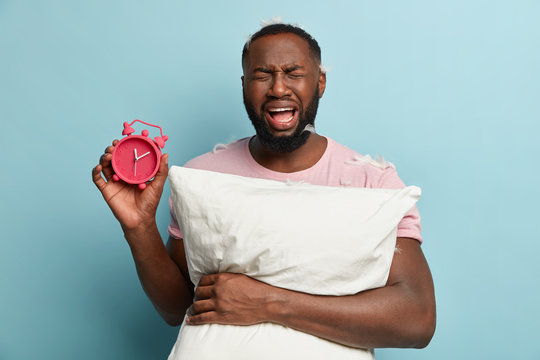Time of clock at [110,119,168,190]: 12:10
